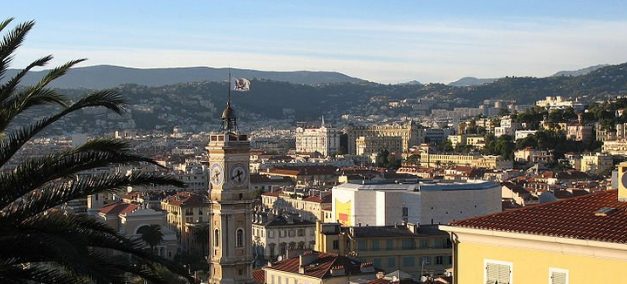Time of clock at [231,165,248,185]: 5:40
